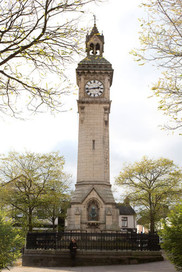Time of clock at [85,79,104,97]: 2:43
